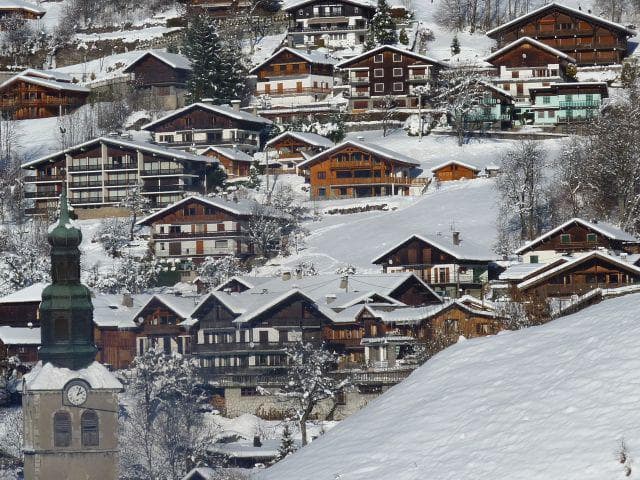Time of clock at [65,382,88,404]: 2:03
